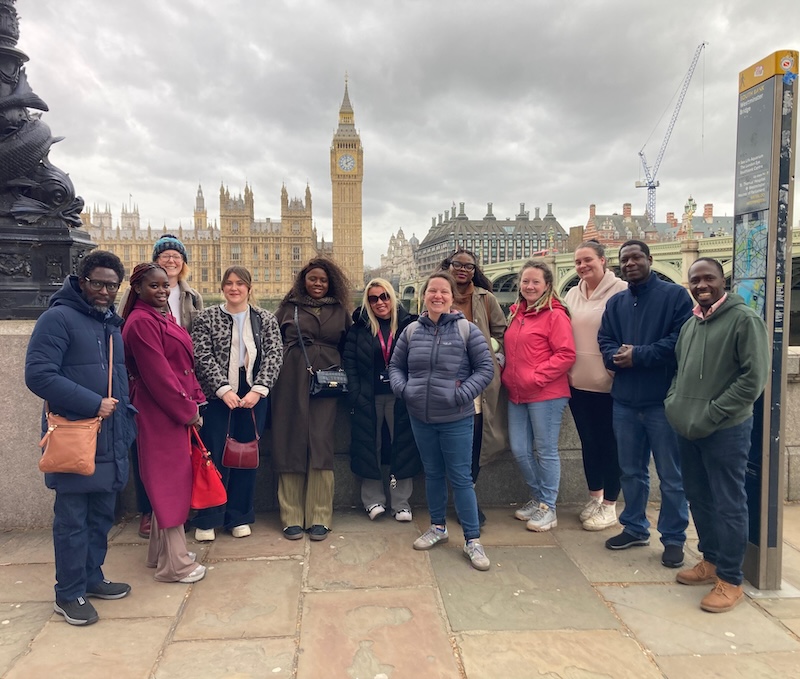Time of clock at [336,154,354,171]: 1:59
